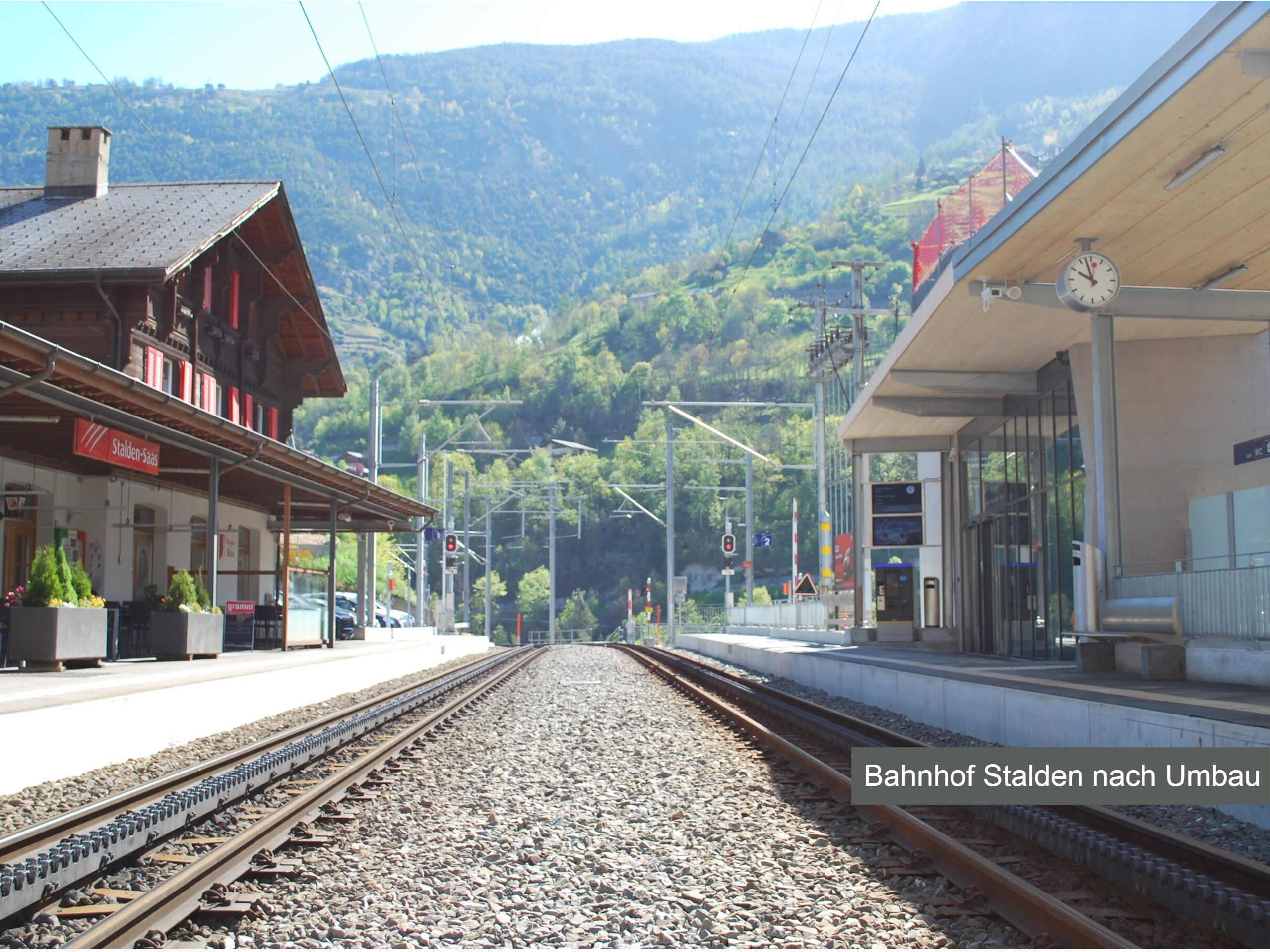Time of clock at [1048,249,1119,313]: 9:57
